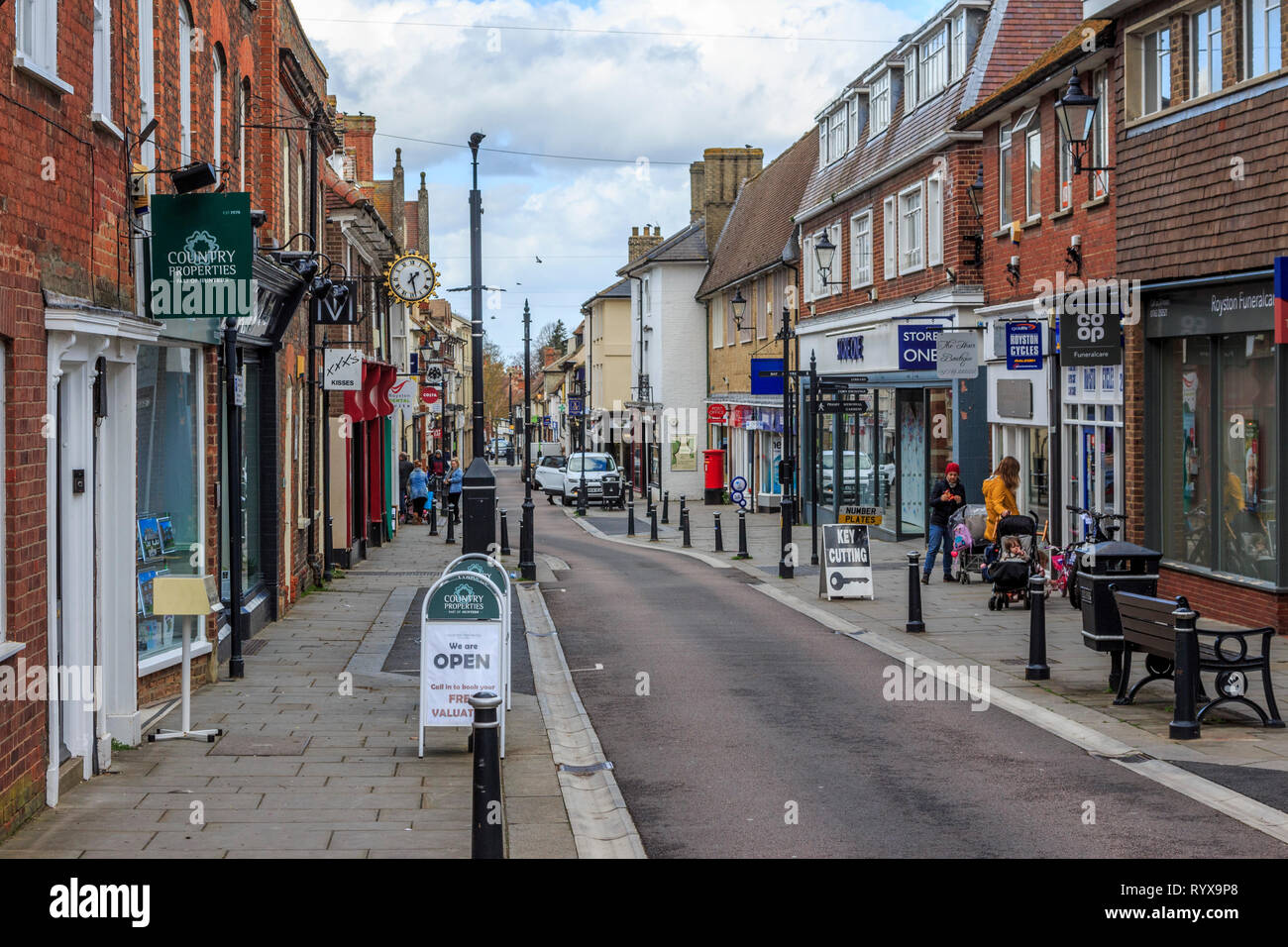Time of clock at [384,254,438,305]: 1:28
